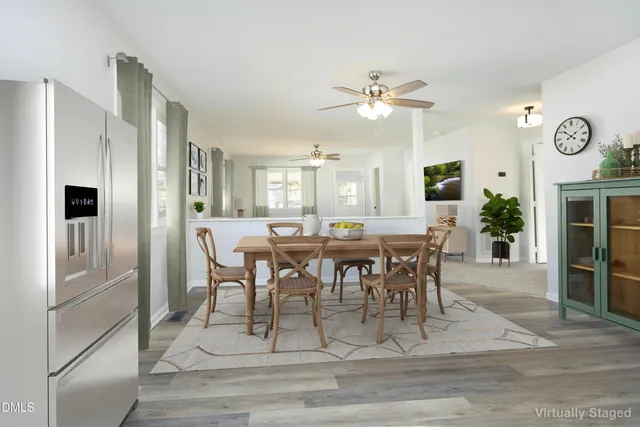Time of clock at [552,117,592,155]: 1:51
